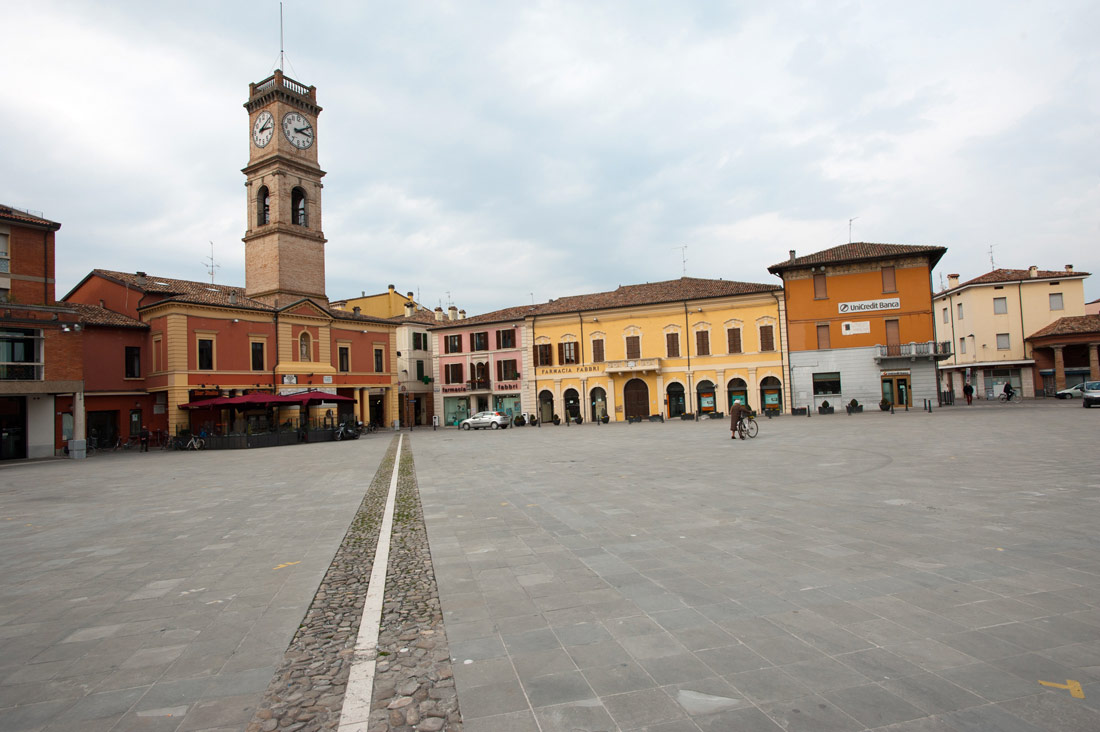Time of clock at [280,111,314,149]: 3:09
